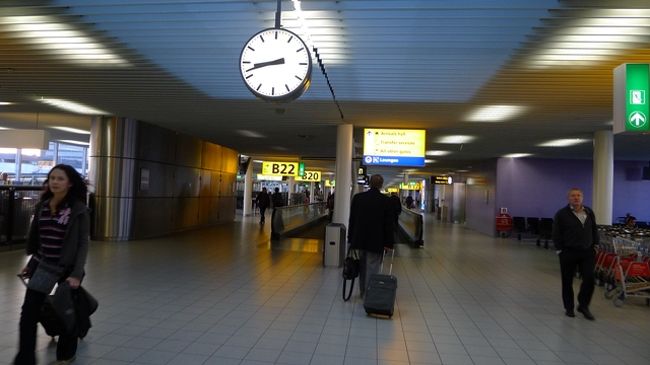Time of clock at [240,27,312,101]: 8:42
